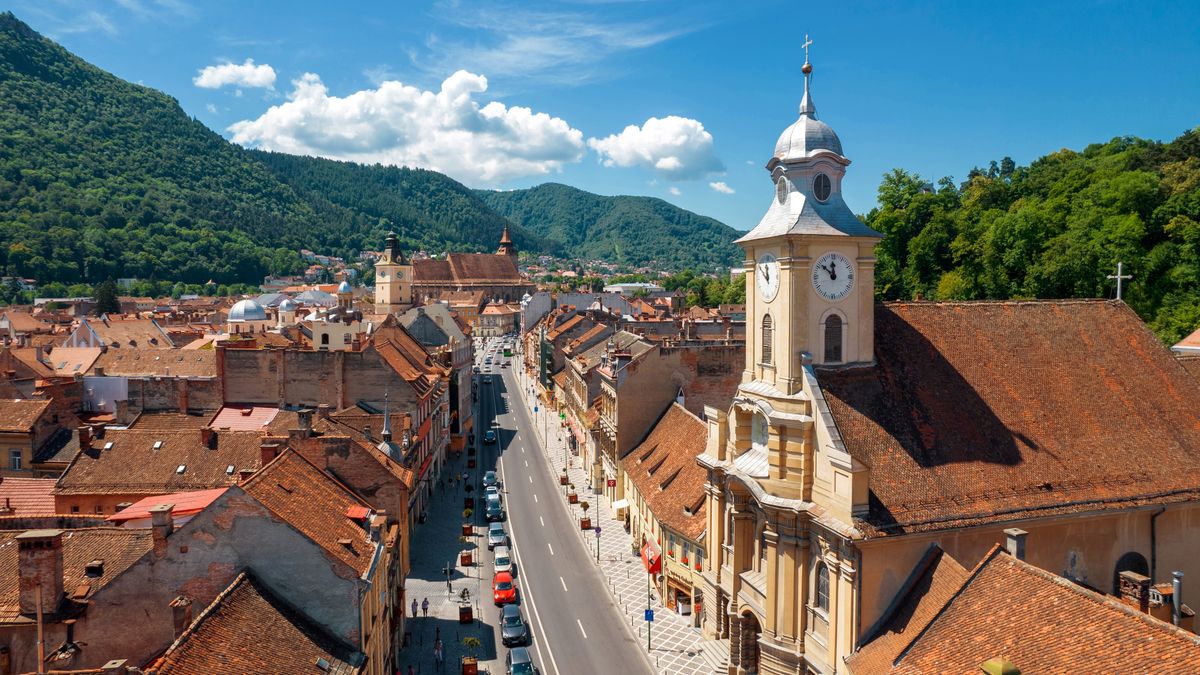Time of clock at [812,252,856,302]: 11:51
